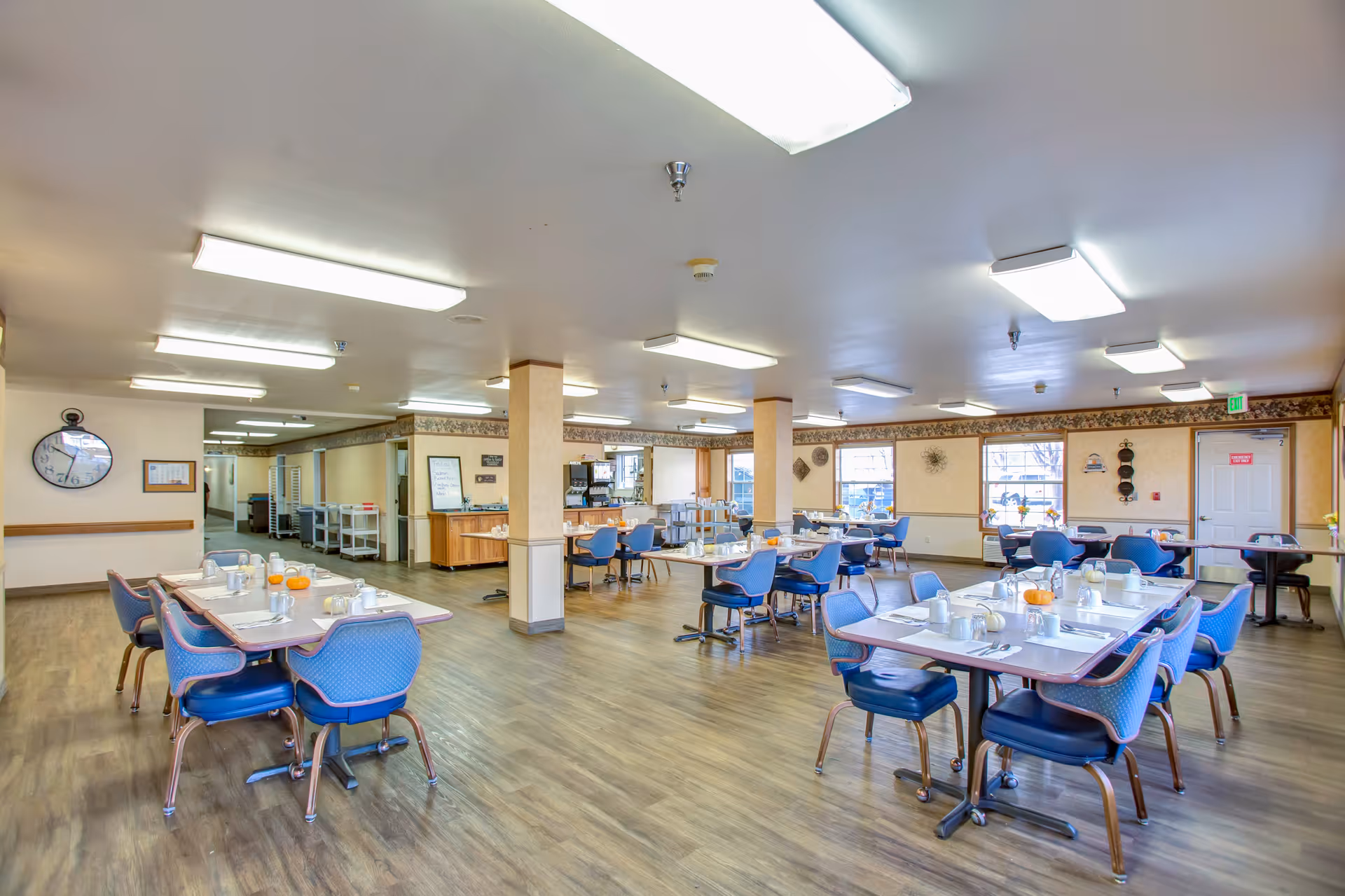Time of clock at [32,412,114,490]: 10:33
